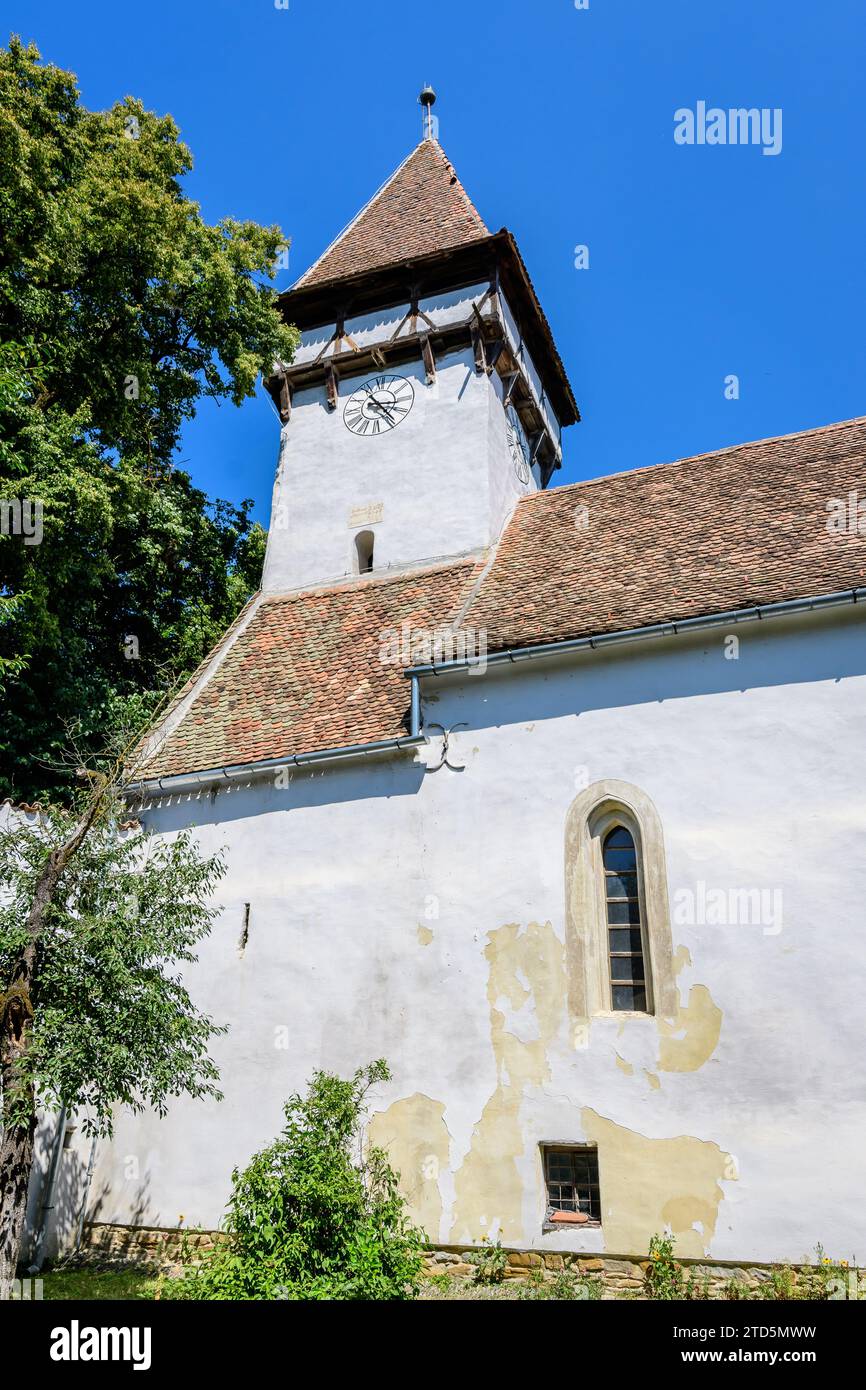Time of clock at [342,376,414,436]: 3:23
